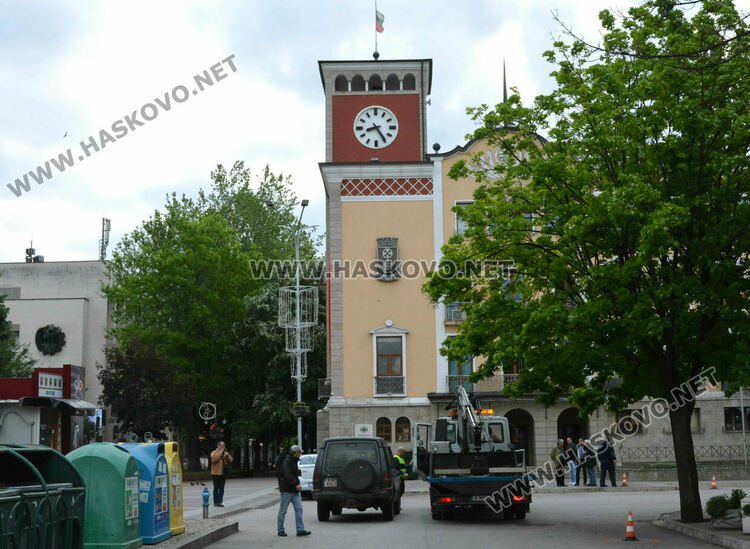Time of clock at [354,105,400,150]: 8:24
